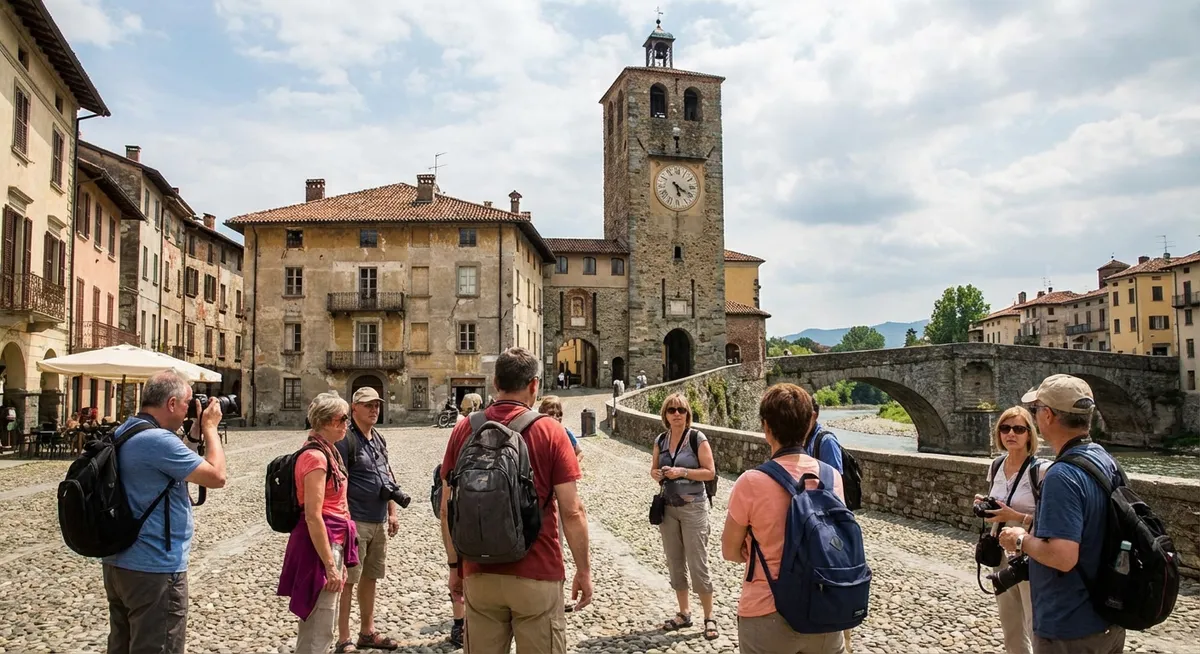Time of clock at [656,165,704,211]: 5:20
